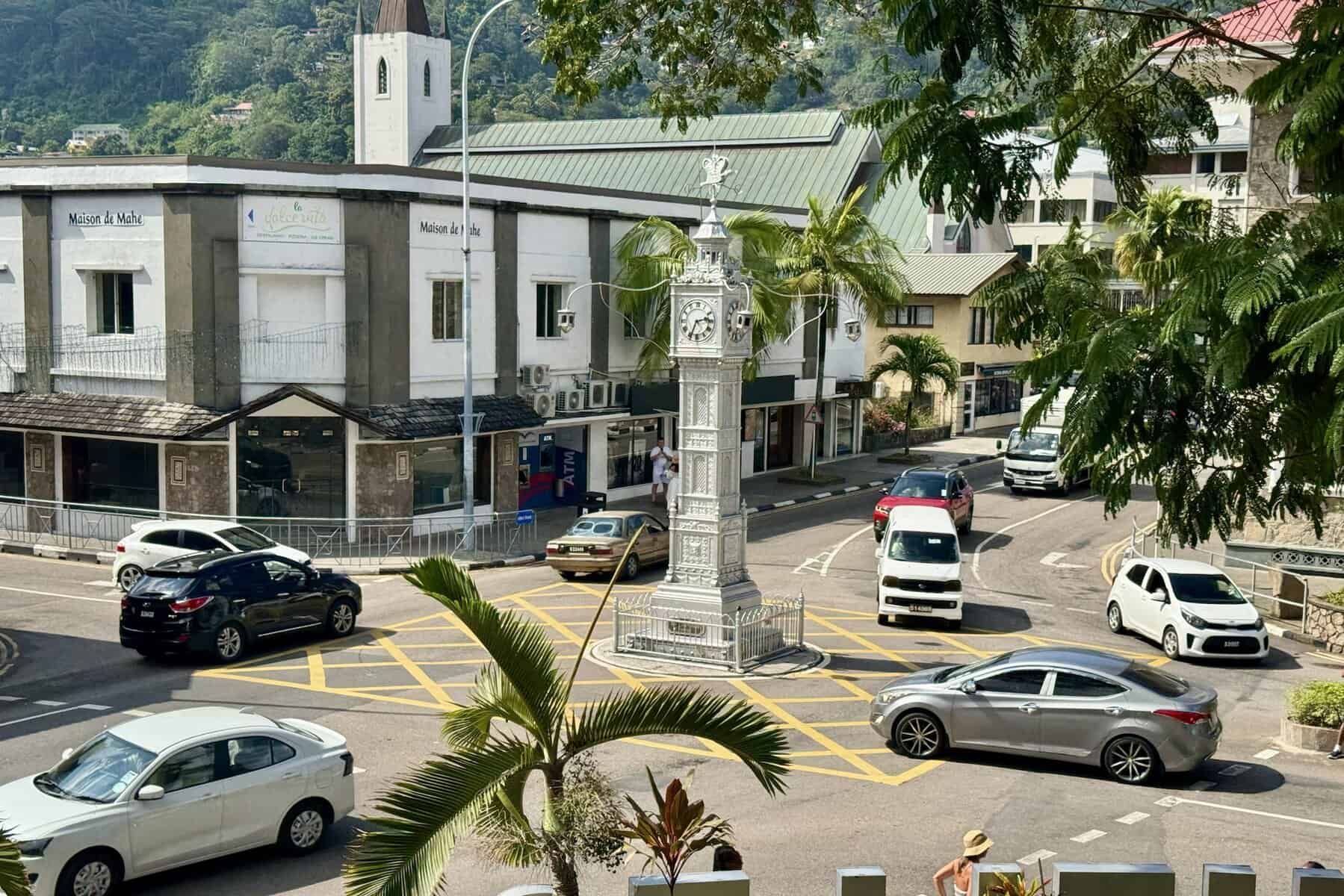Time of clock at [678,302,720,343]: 2:34
